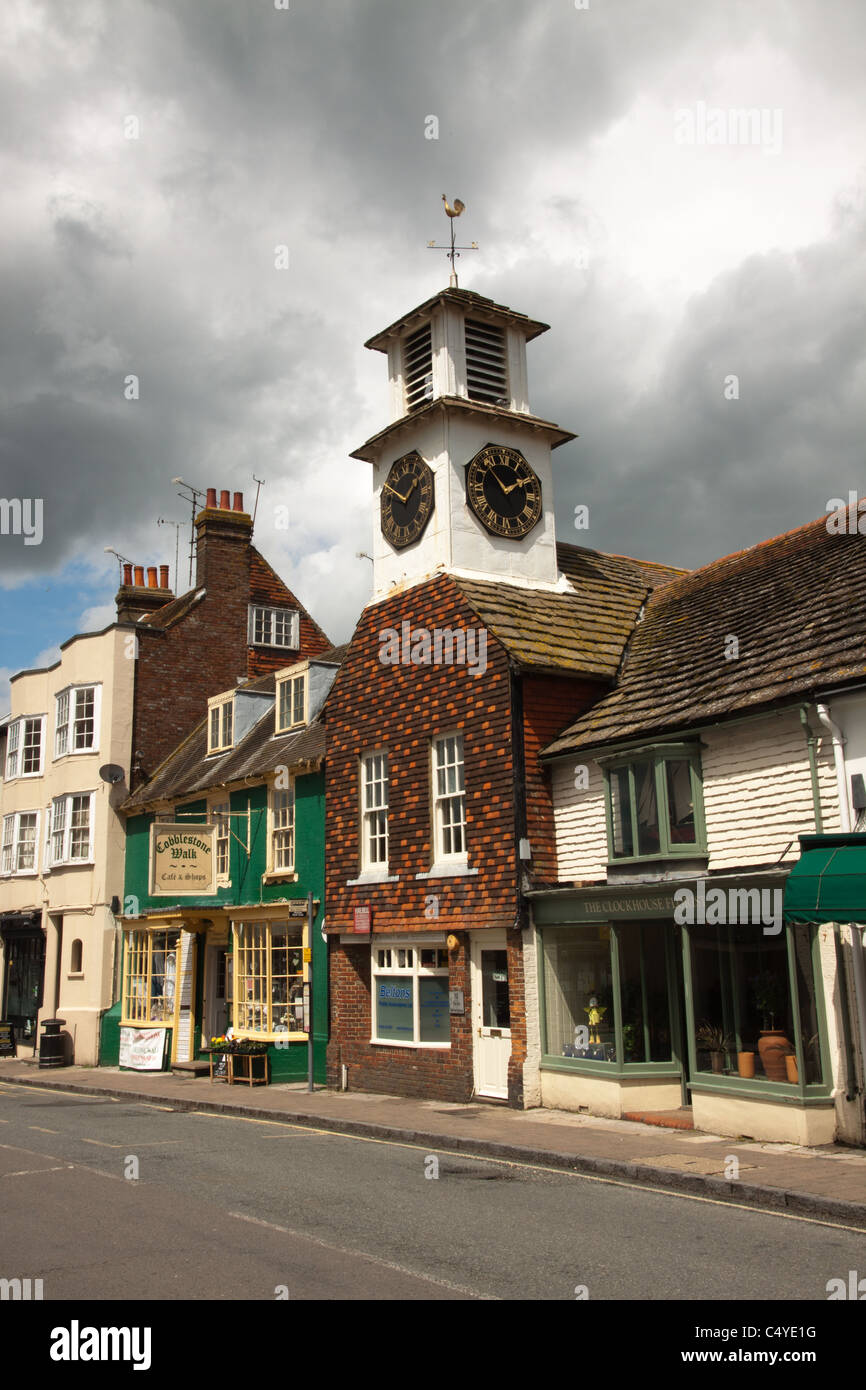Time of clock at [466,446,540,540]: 1:53
